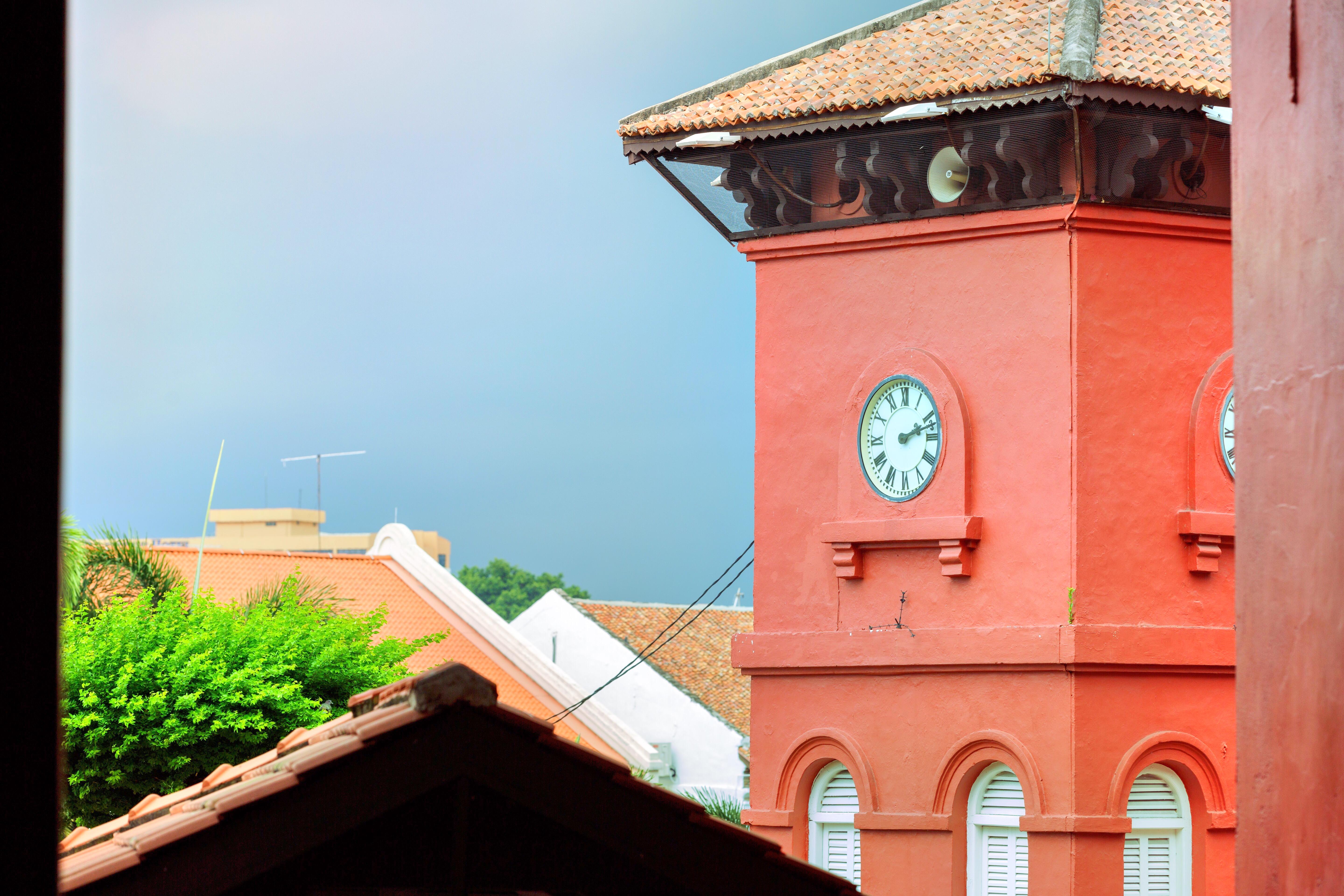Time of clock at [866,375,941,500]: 2:12
